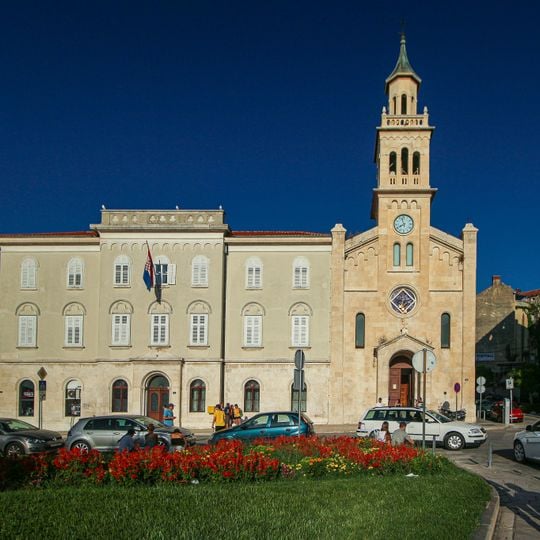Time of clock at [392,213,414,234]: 7:57
